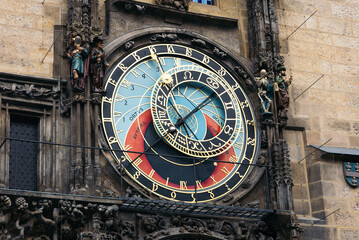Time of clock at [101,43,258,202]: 1:37
